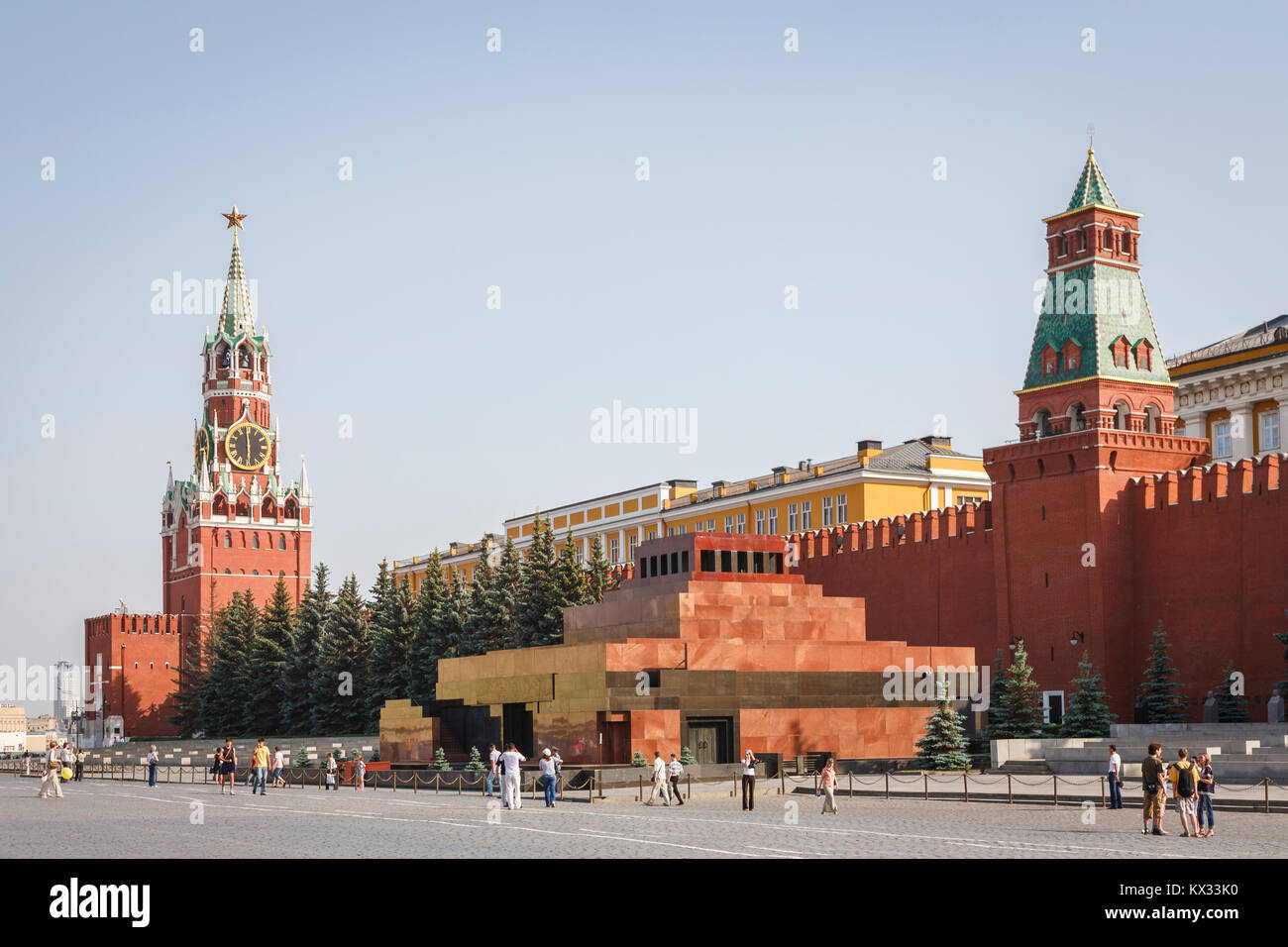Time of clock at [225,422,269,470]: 5:59
